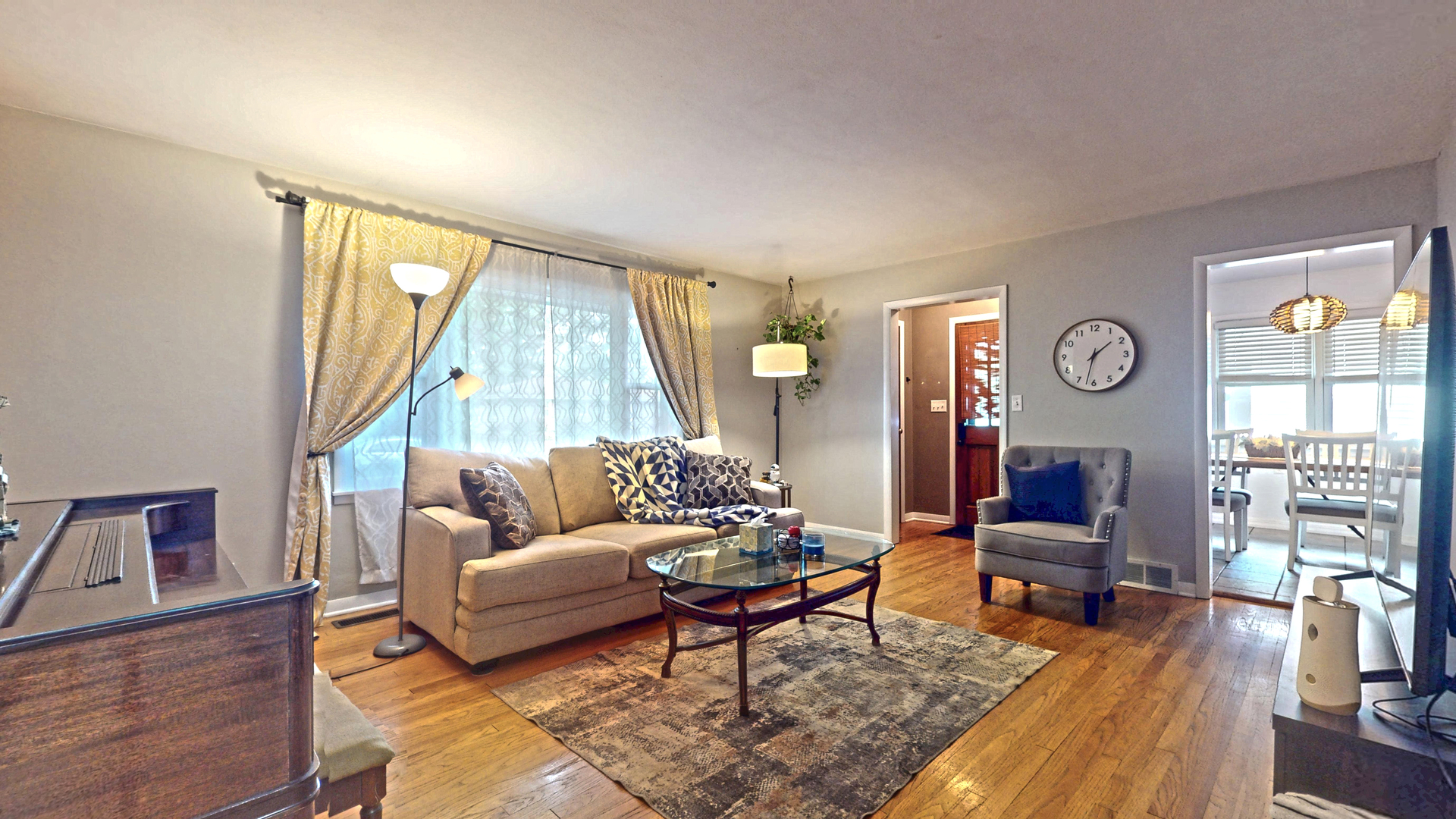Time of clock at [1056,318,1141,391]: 1:32
